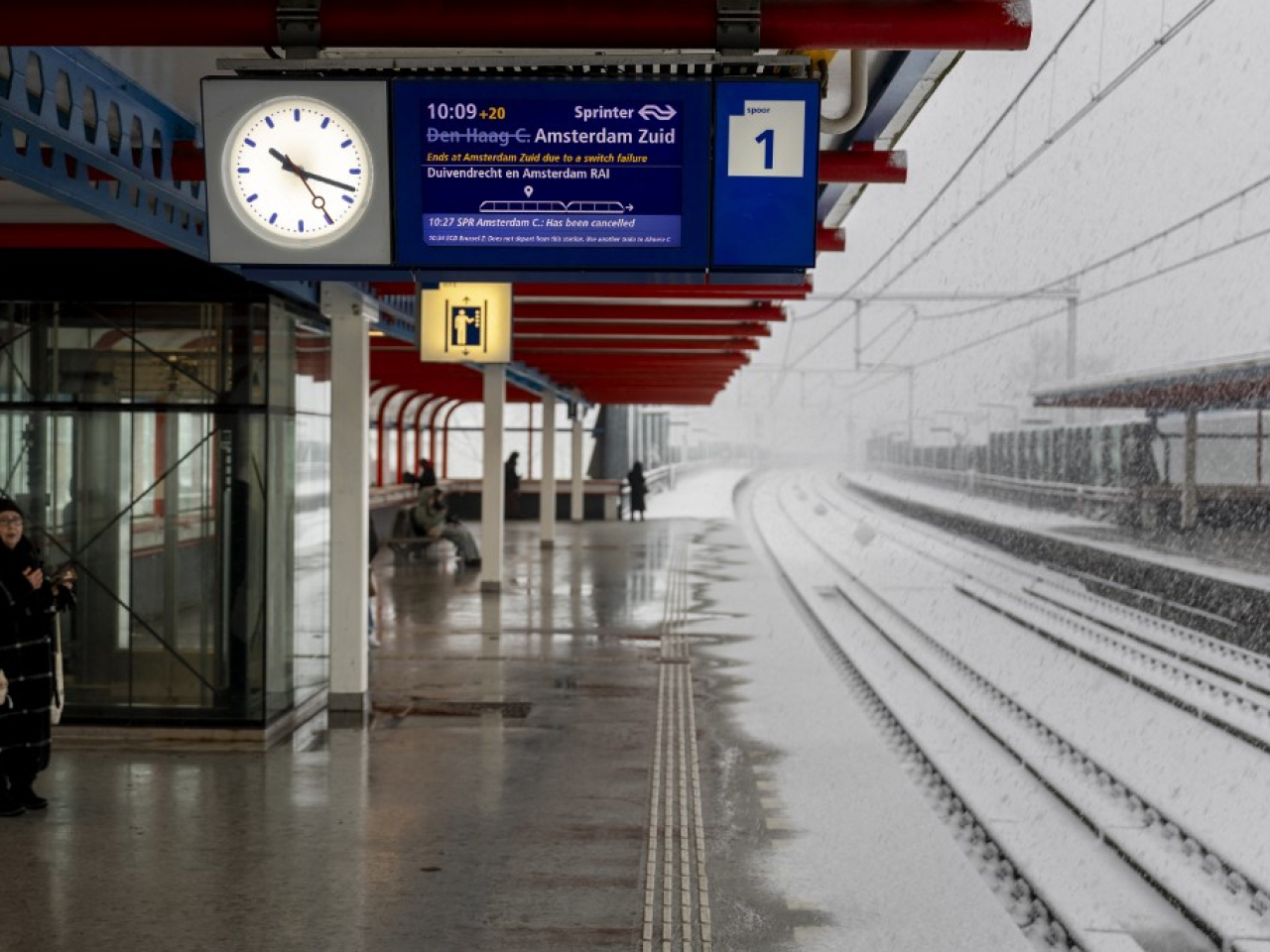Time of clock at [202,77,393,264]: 10:18
